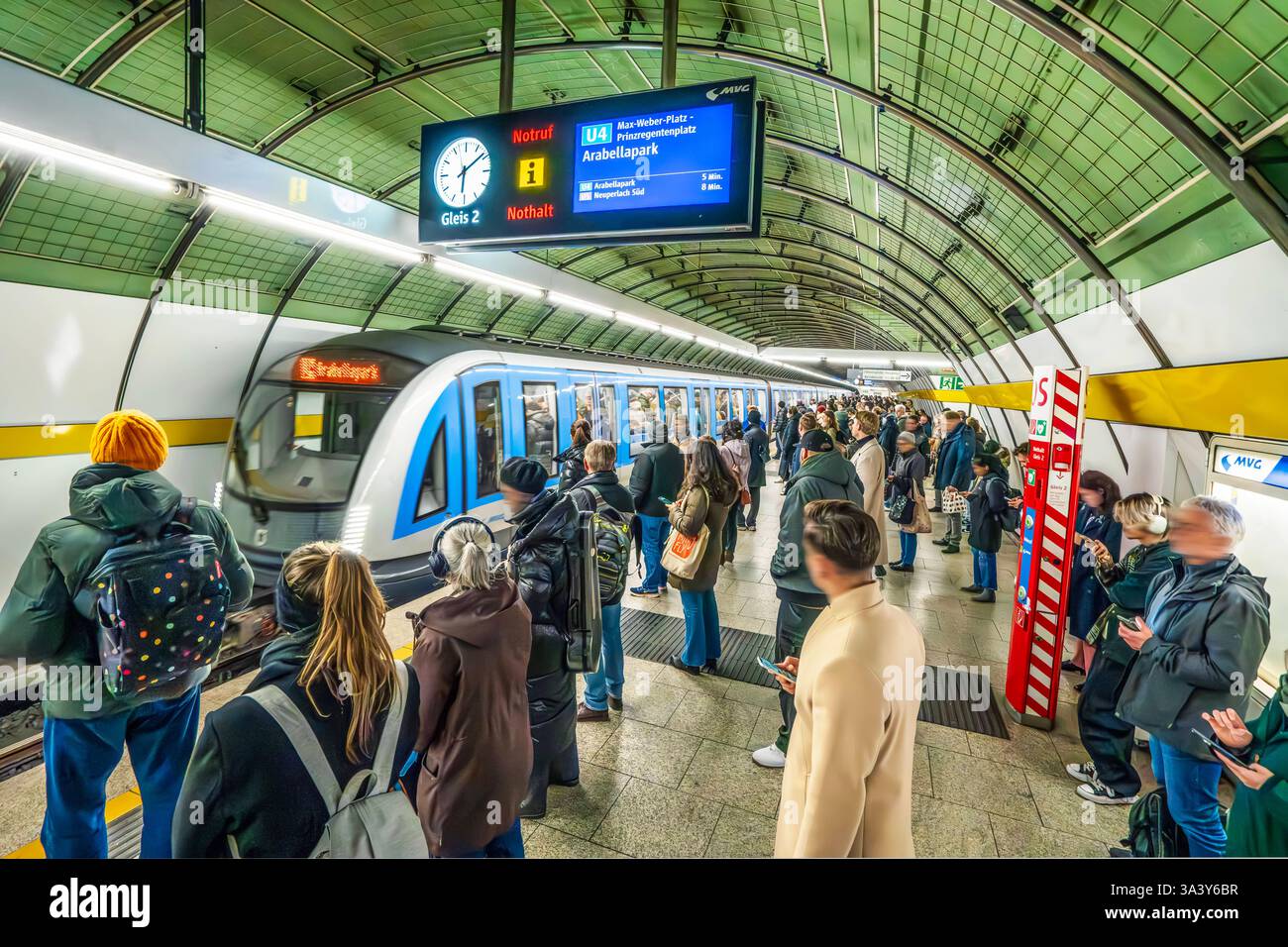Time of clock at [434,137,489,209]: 6:08
